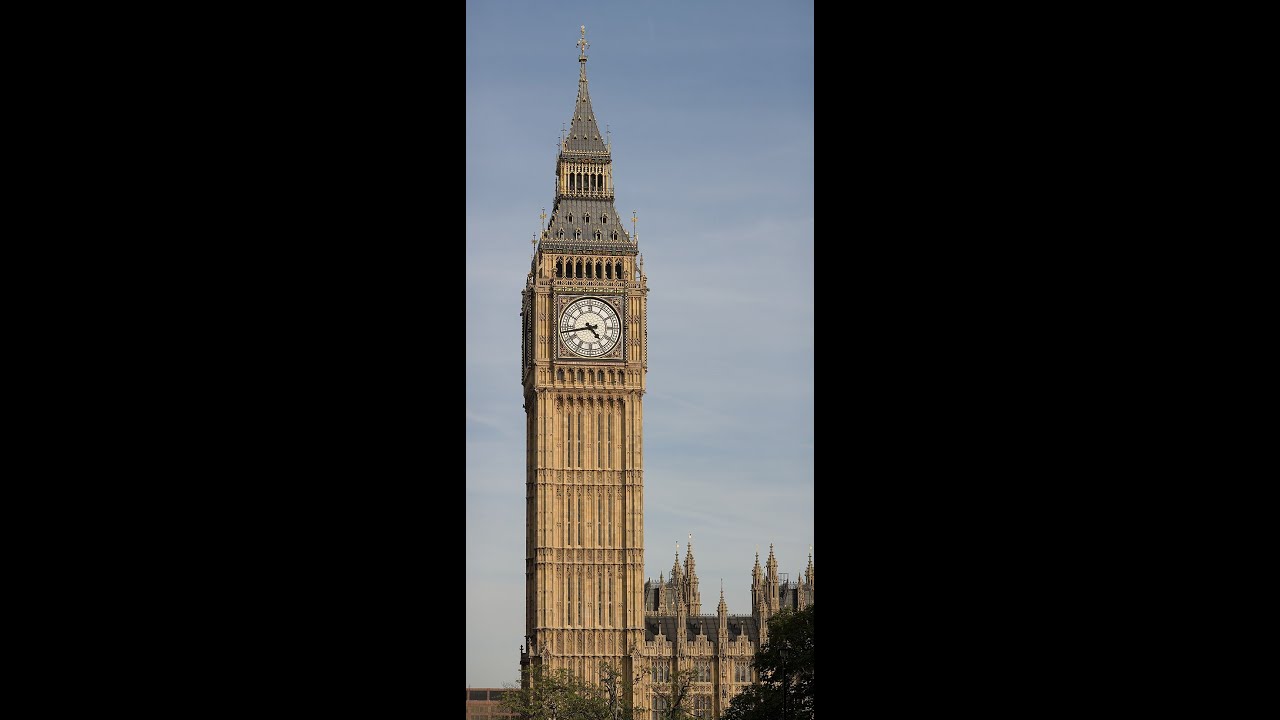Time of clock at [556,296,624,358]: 4:43
